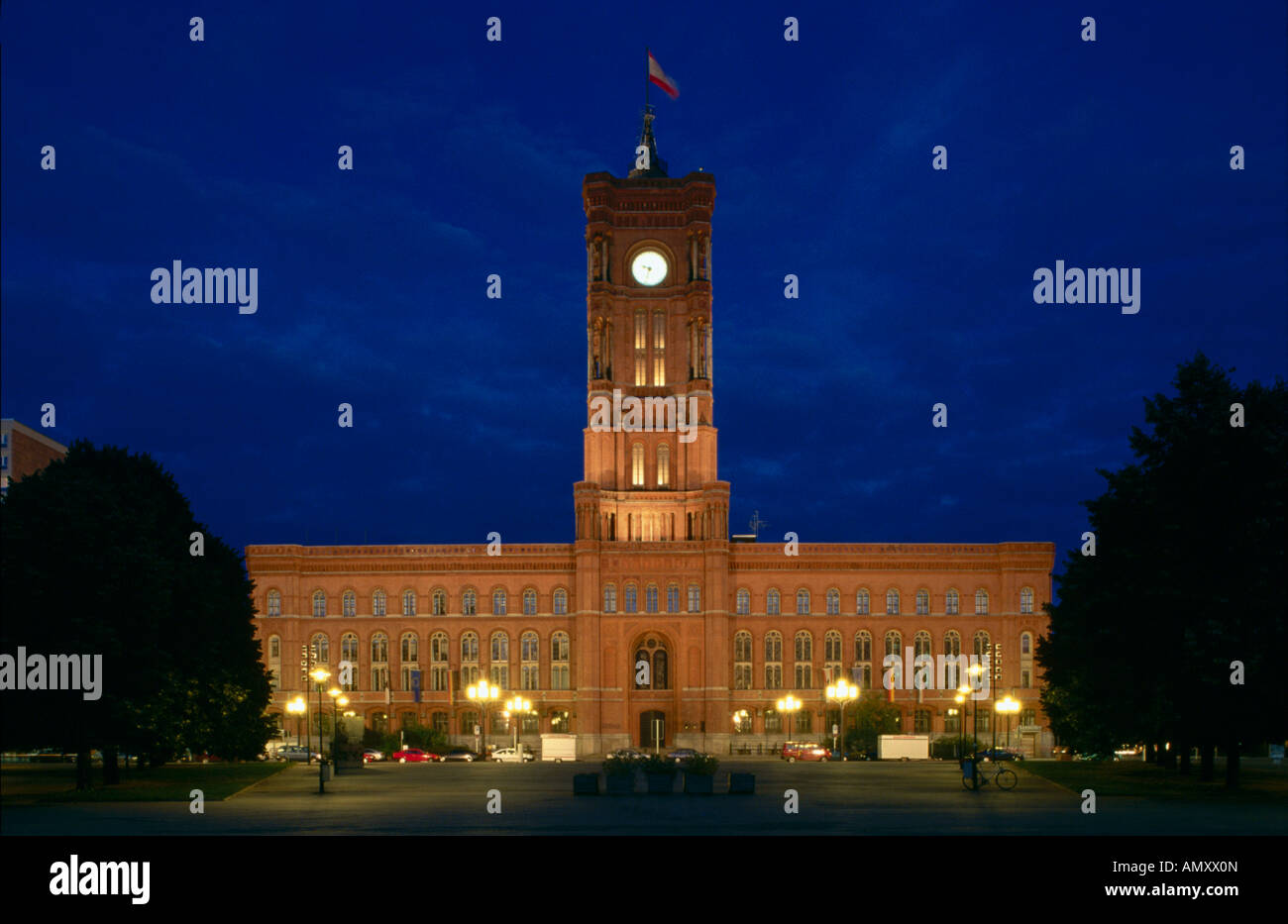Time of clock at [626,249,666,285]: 9:33
